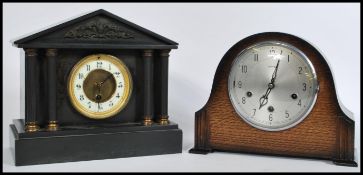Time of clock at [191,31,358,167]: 7:02
